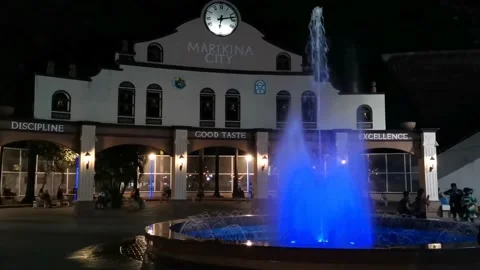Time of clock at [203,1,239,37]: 6:13
